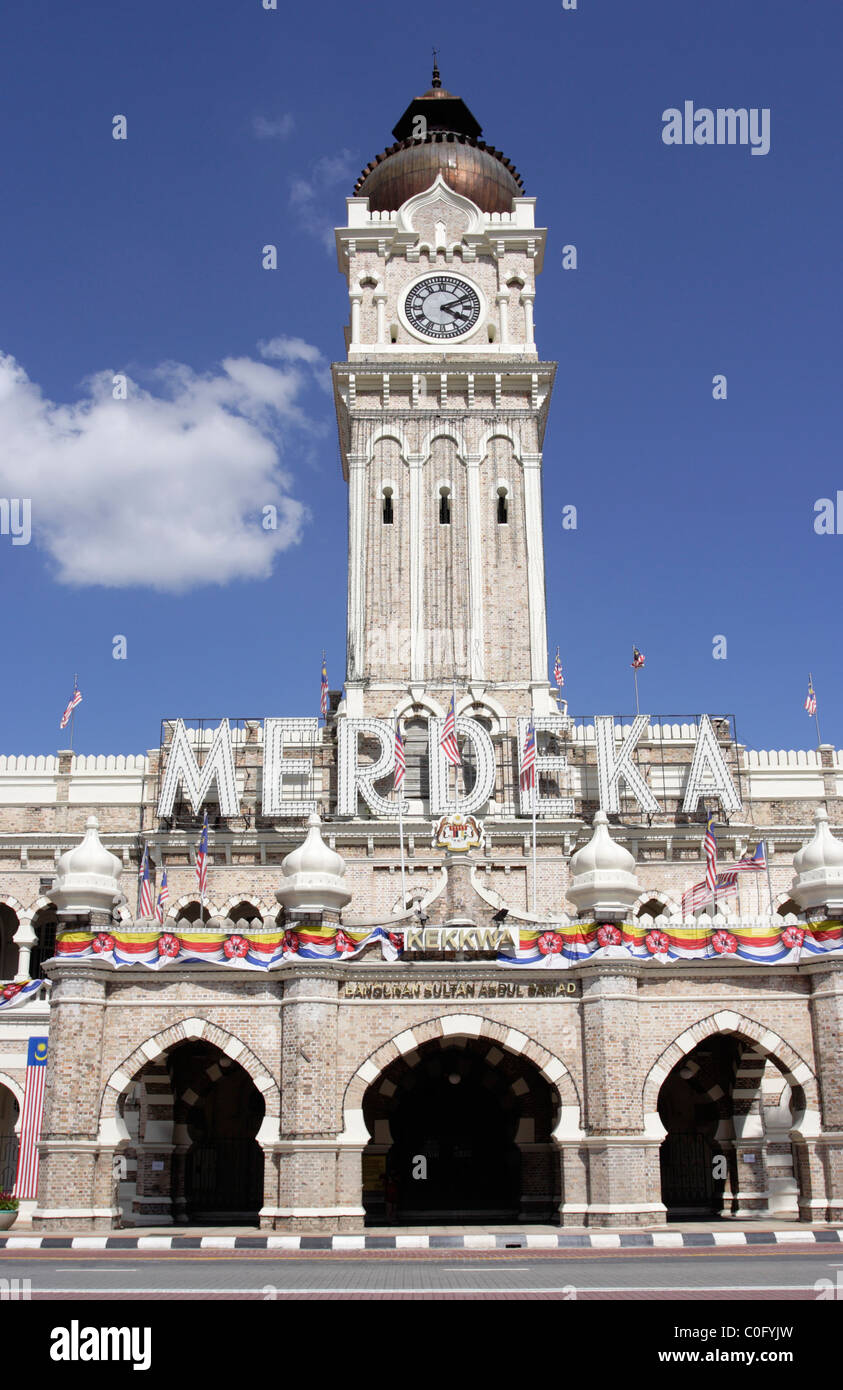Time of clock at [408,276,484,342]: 4:10
